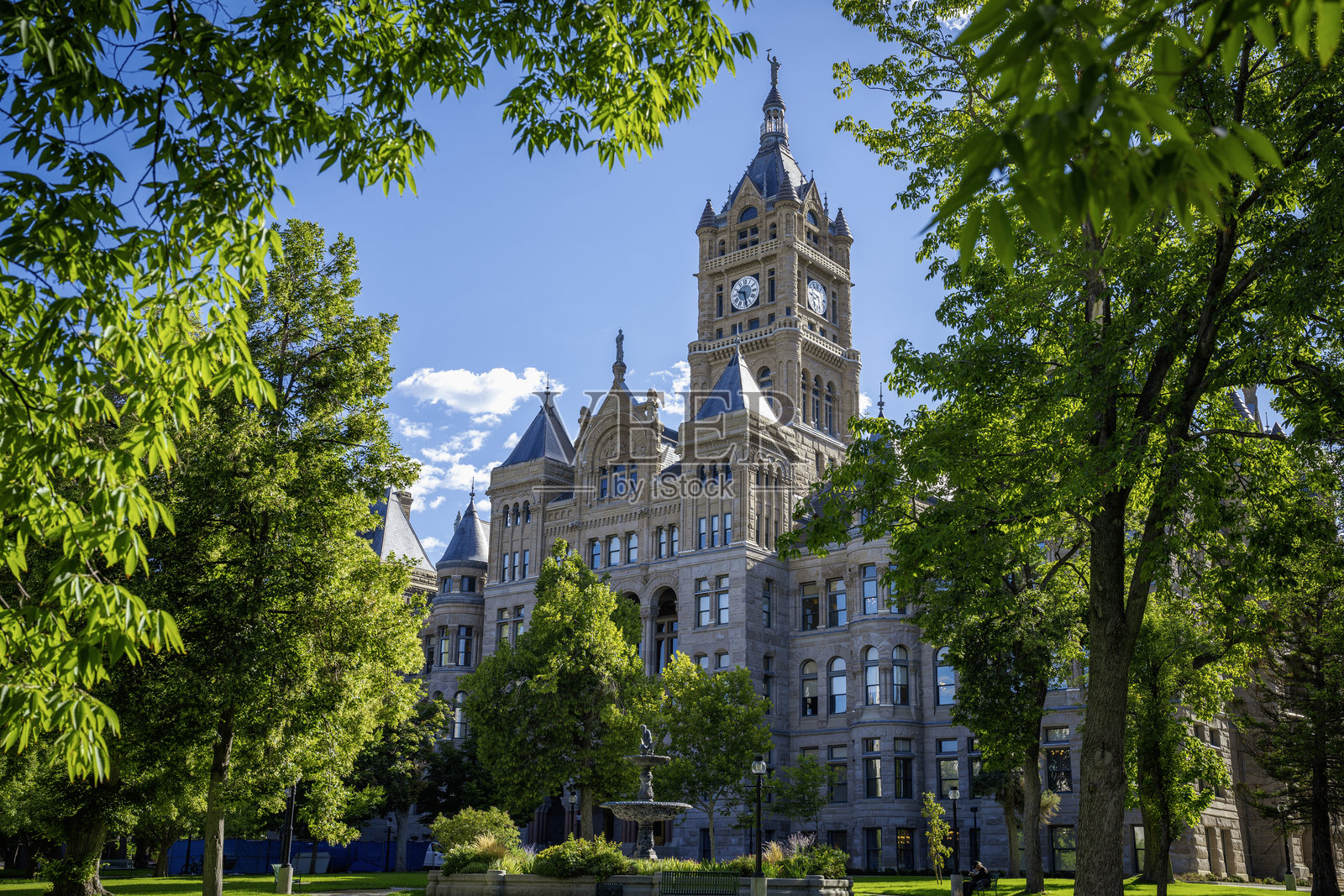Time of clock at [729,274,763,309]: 9:28
